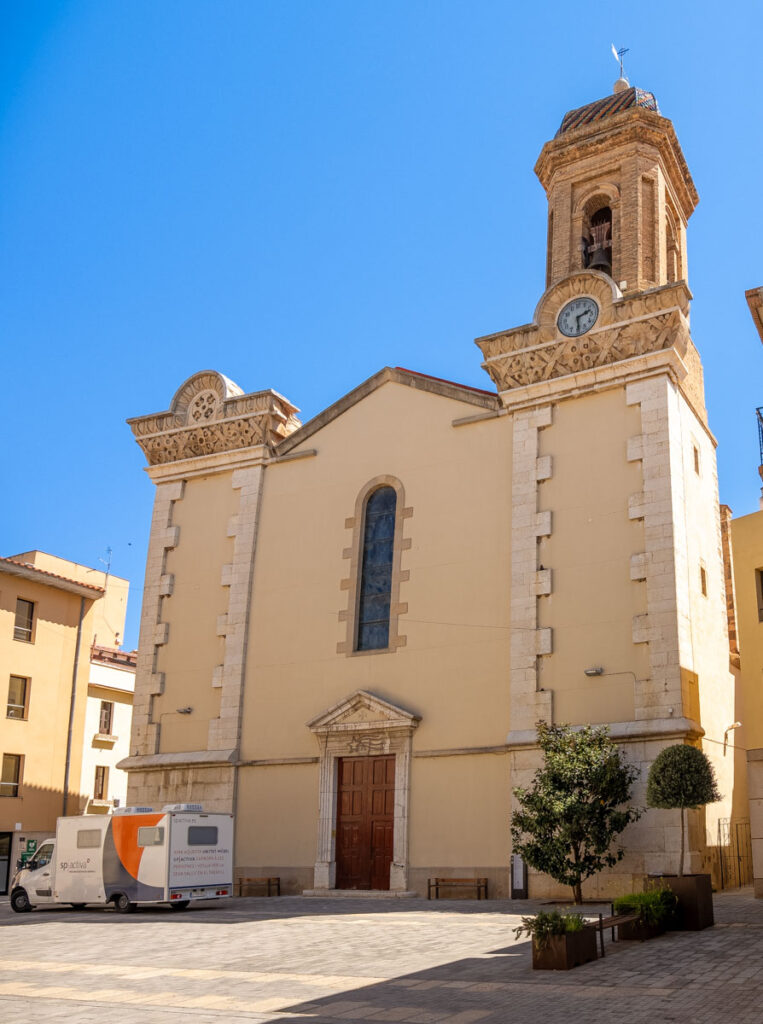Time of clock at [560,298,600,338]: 2:29
